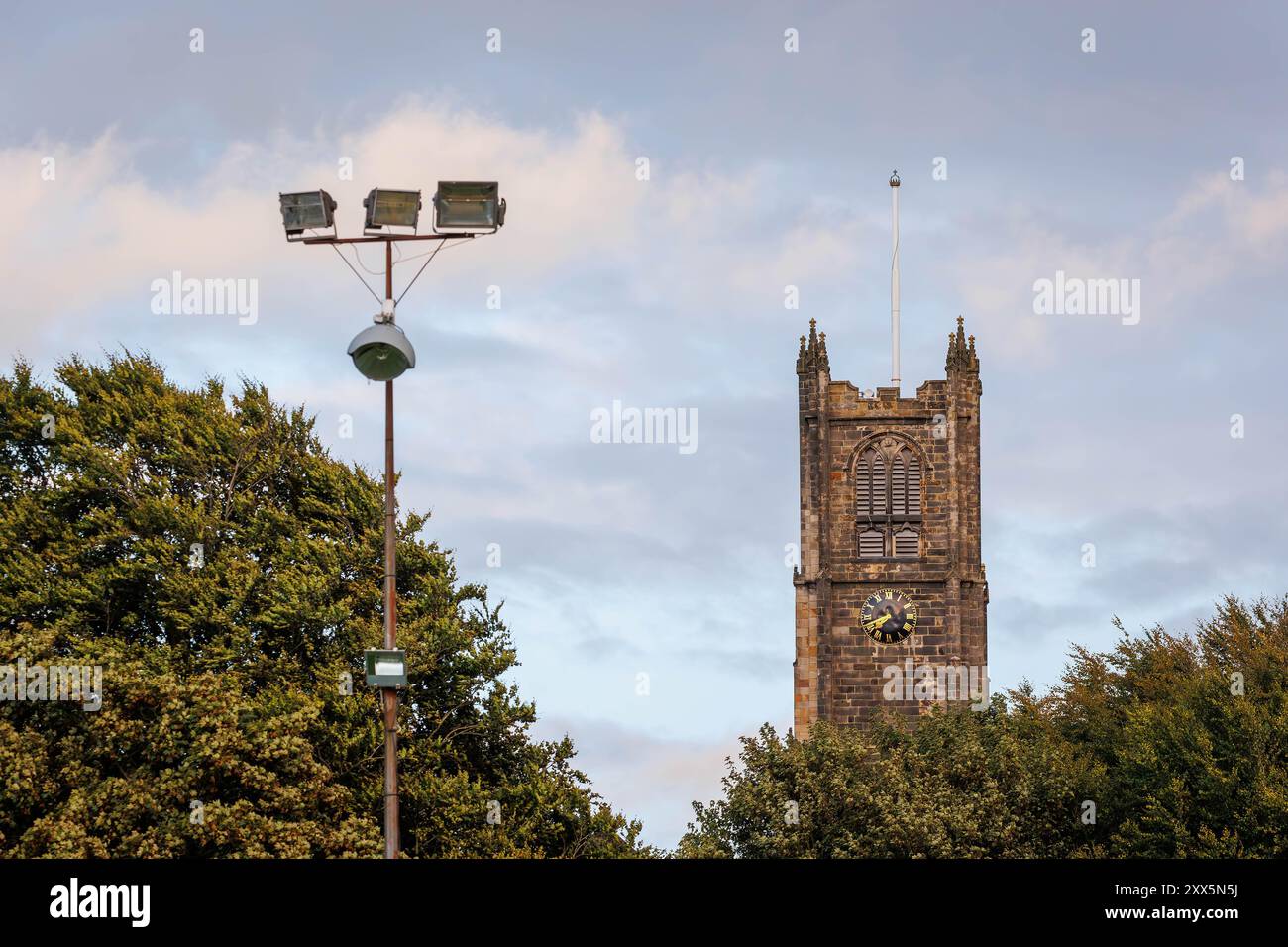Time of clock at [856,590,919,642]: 7:41
